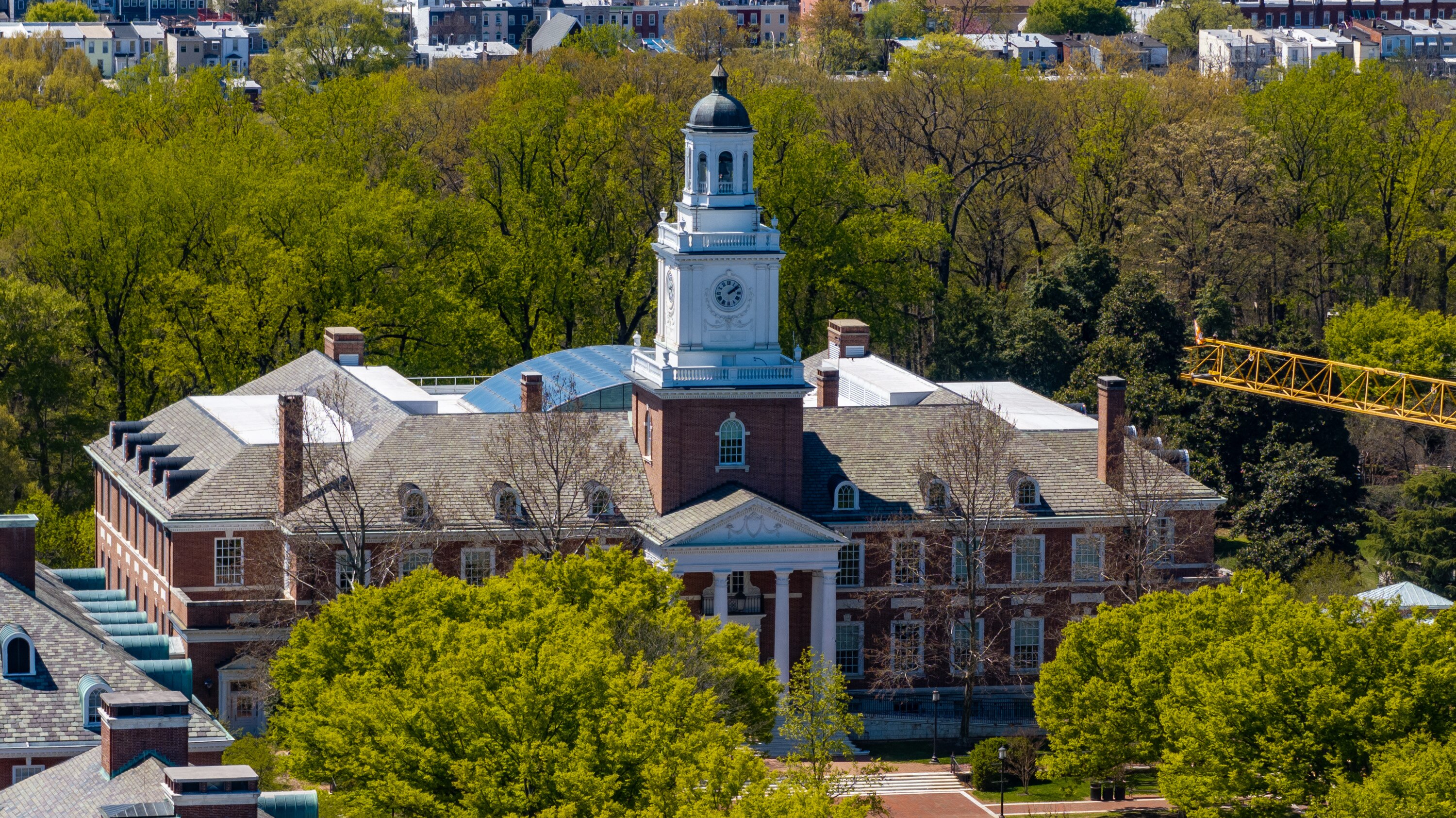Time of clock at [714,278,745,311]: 2:08
